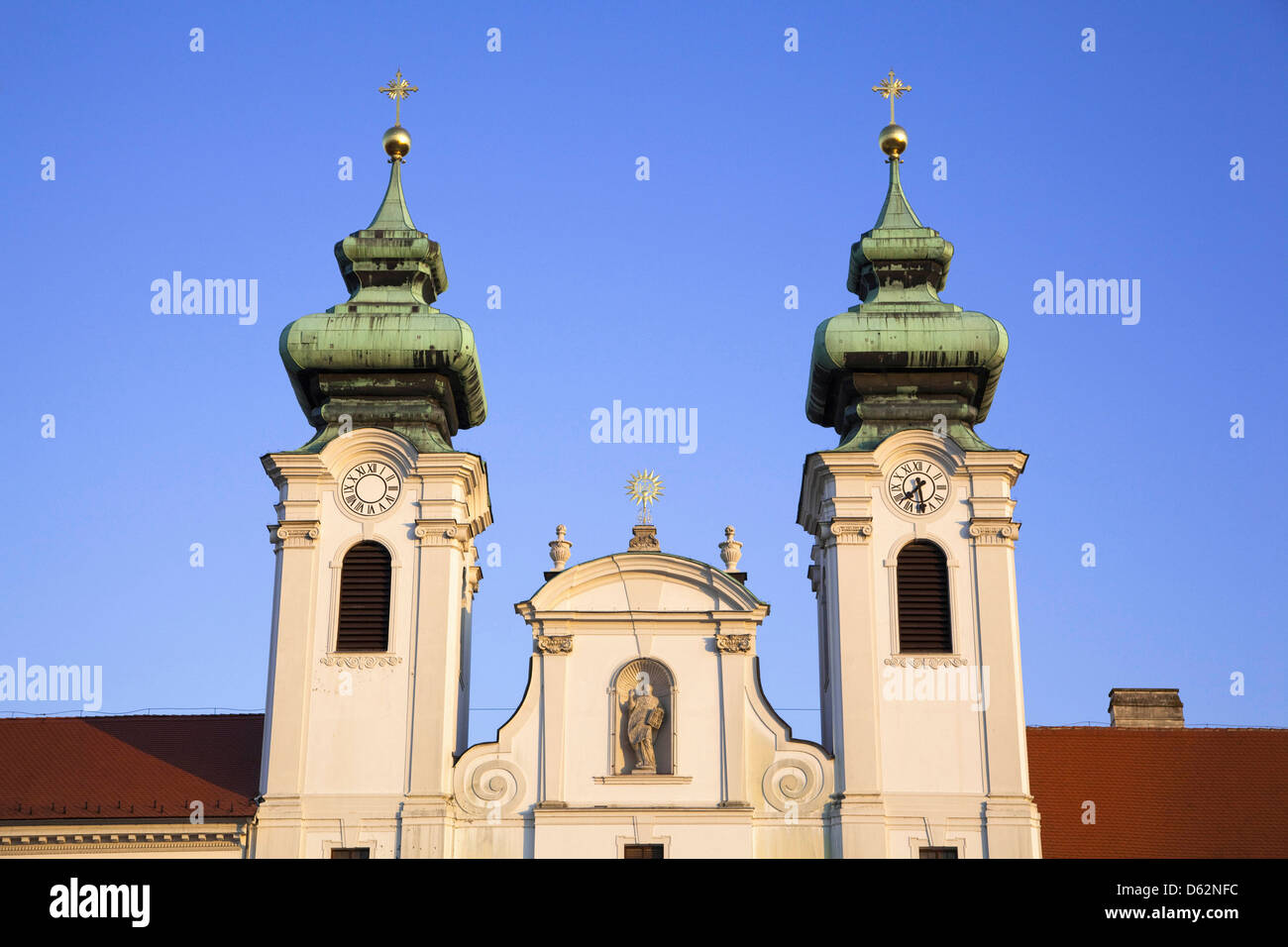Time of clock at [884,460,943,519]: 7:28
